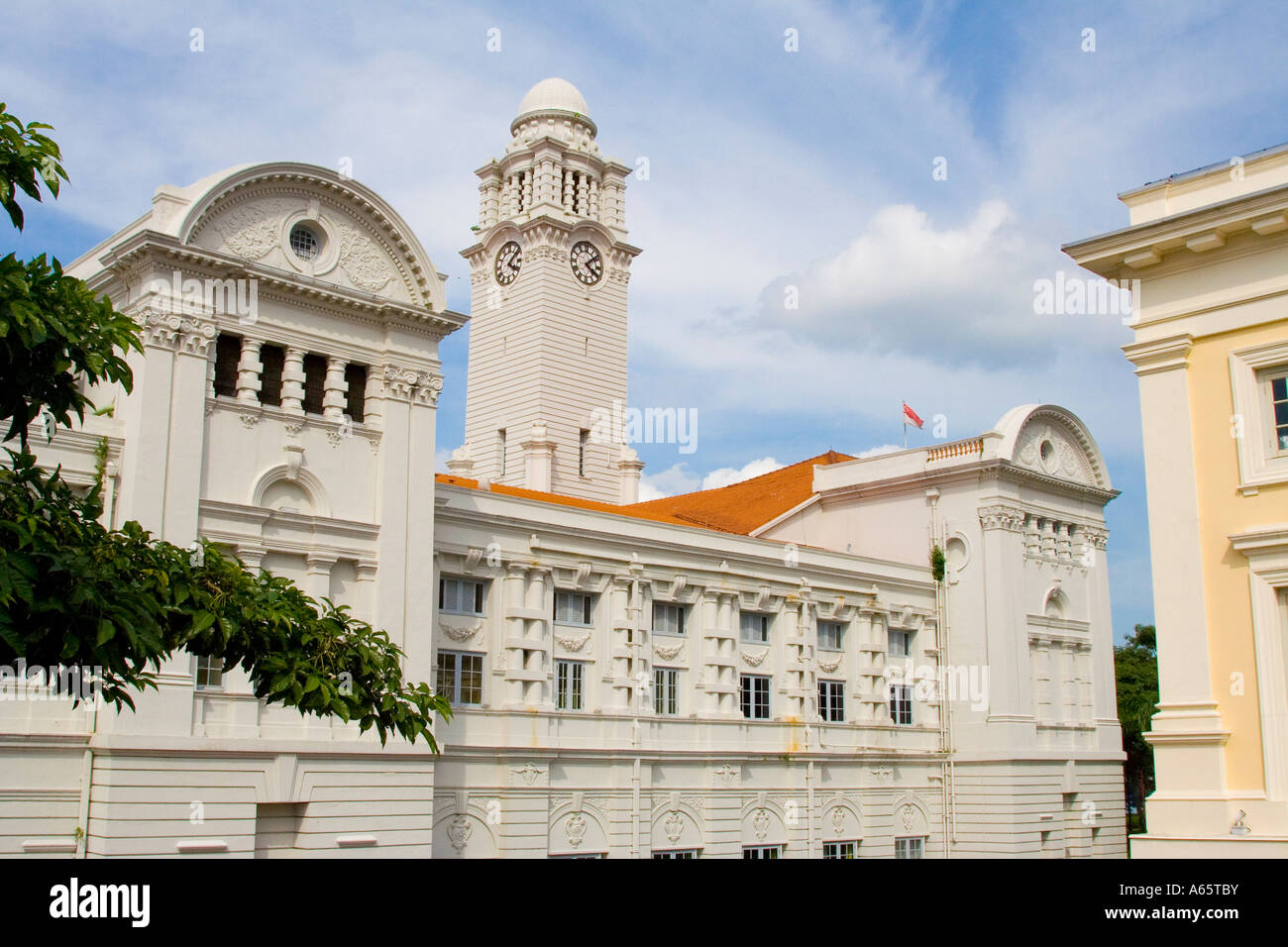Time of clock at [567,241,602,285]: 4:07
